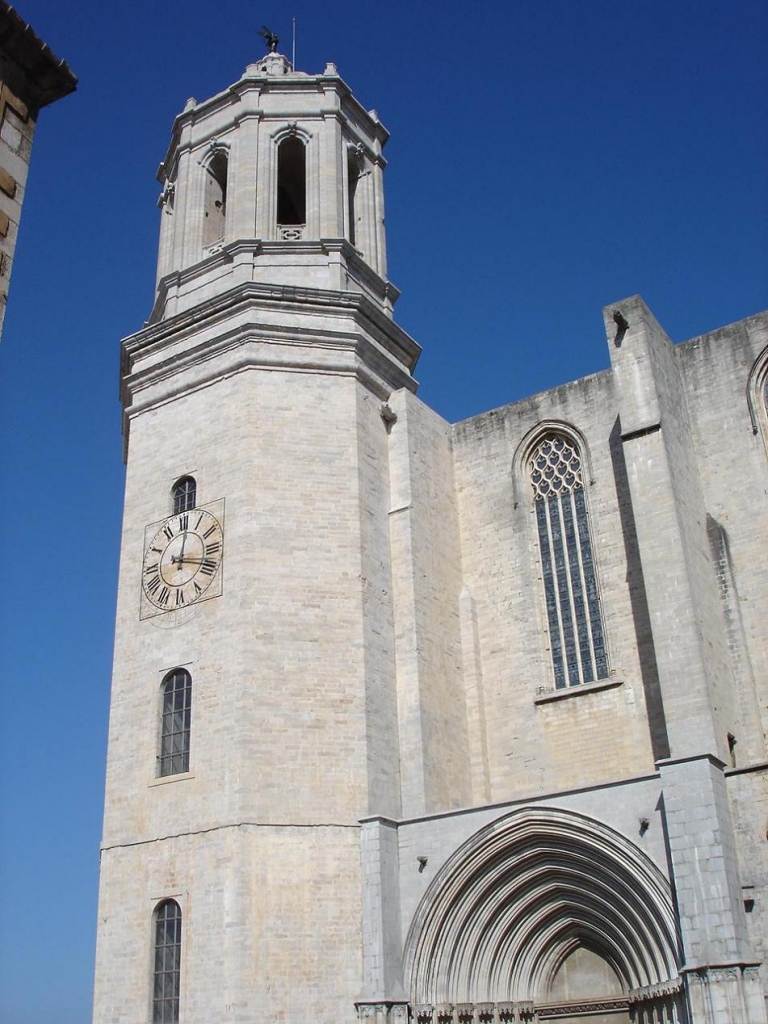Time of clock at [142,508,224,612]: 12:18
